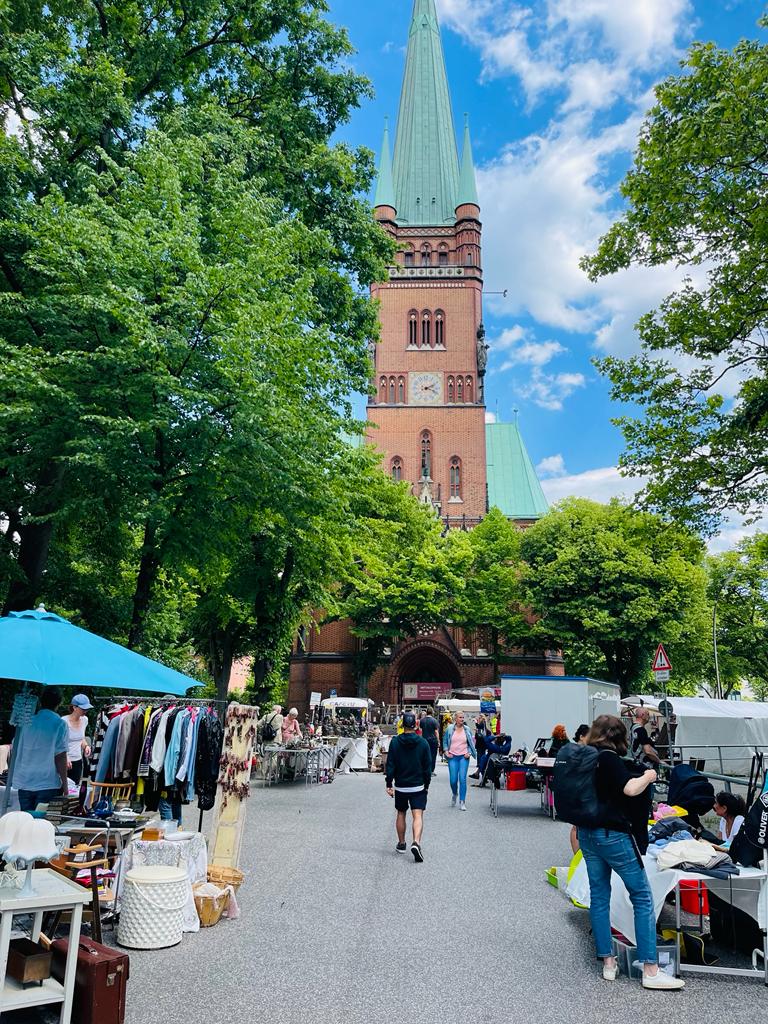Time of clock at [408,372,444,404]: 2:18
